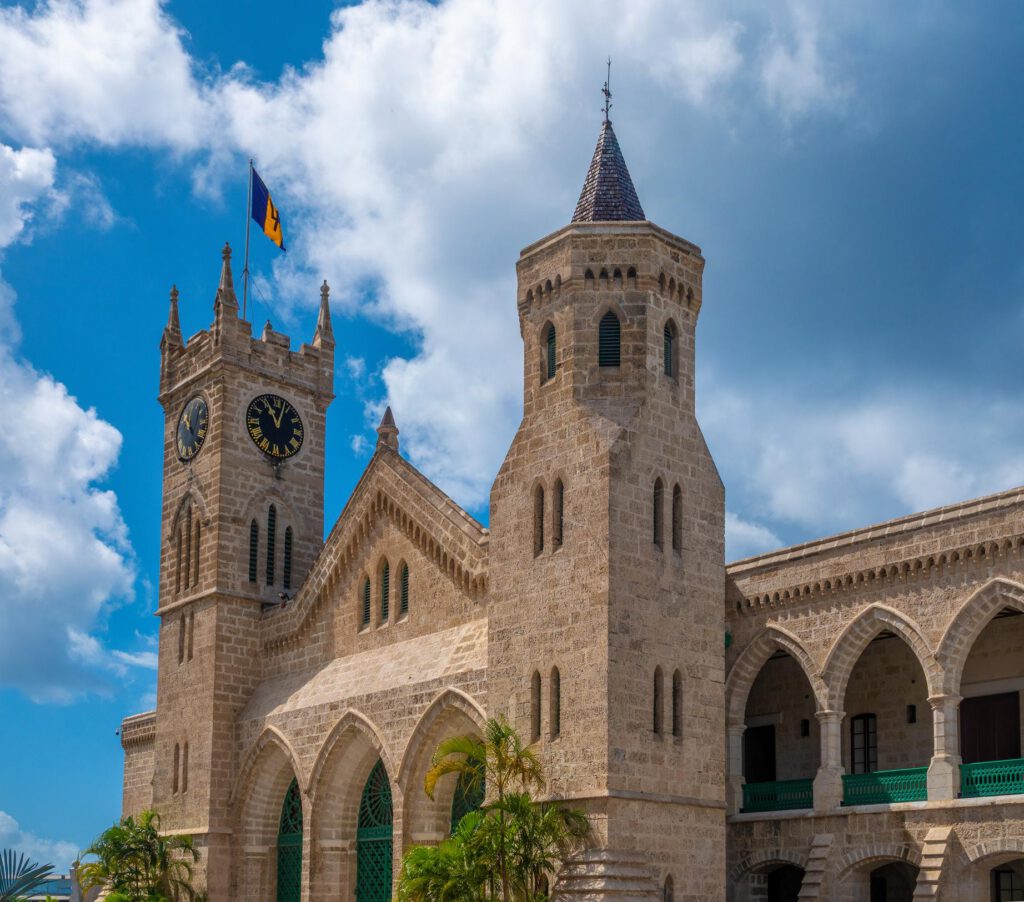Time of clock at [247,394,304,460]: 11:03
